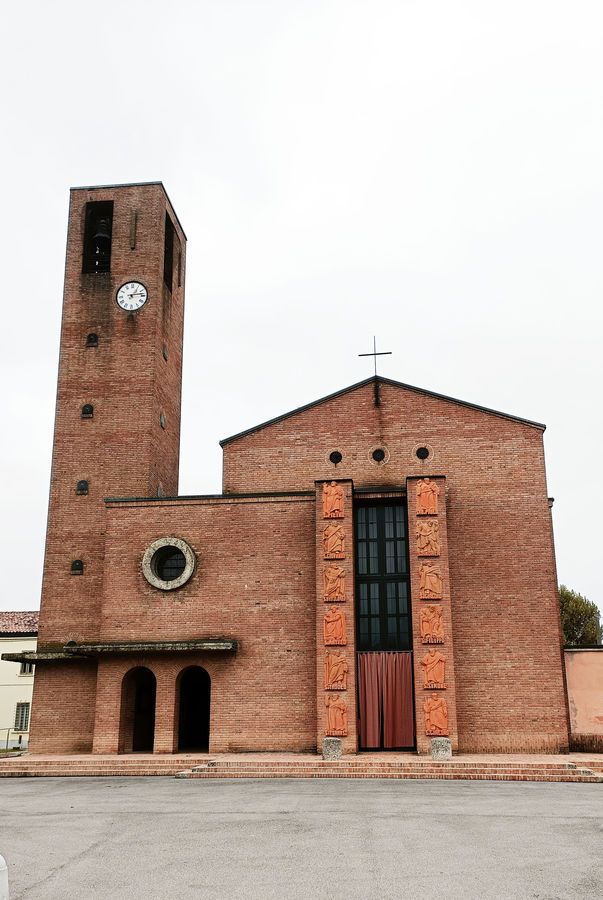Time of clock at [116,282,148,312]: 1:13
